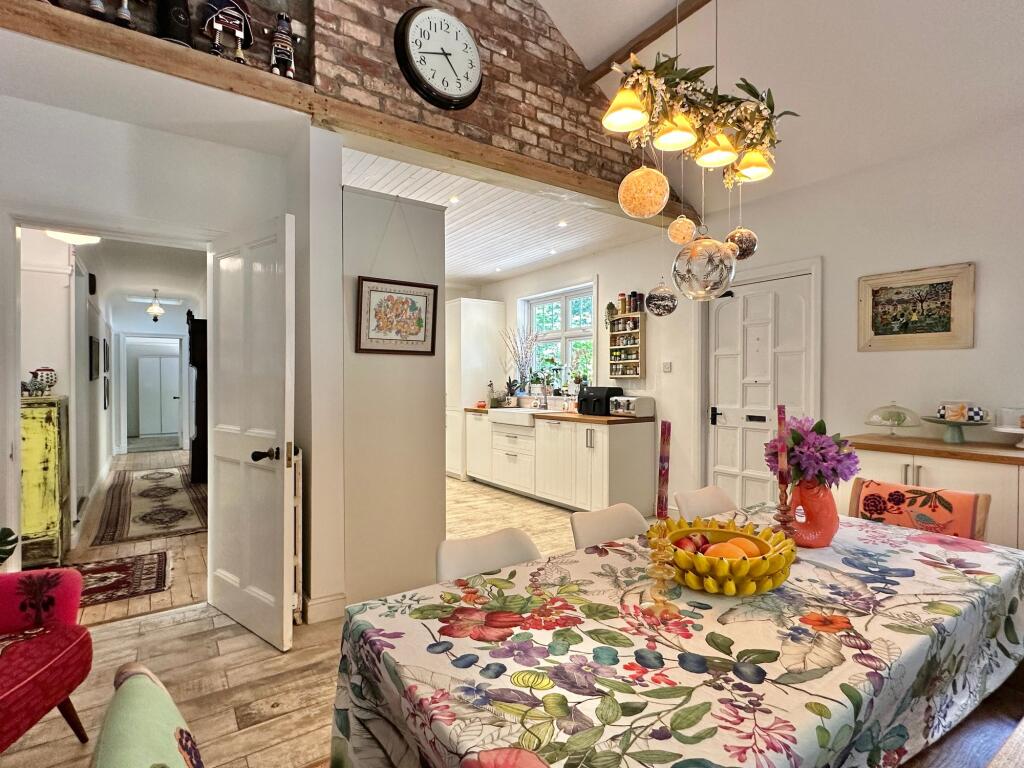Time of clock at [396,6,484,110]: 4:42
